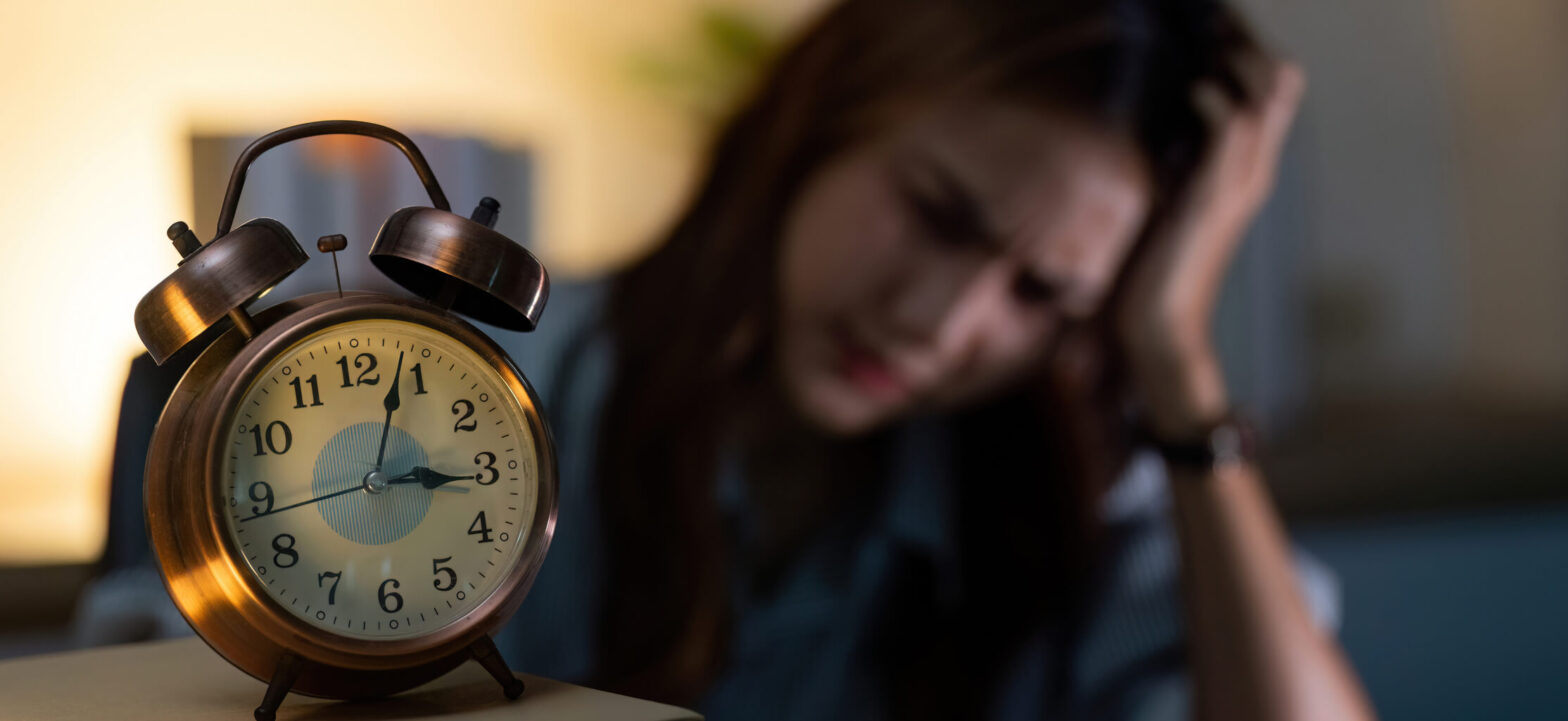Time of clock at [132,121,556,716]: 3:03
